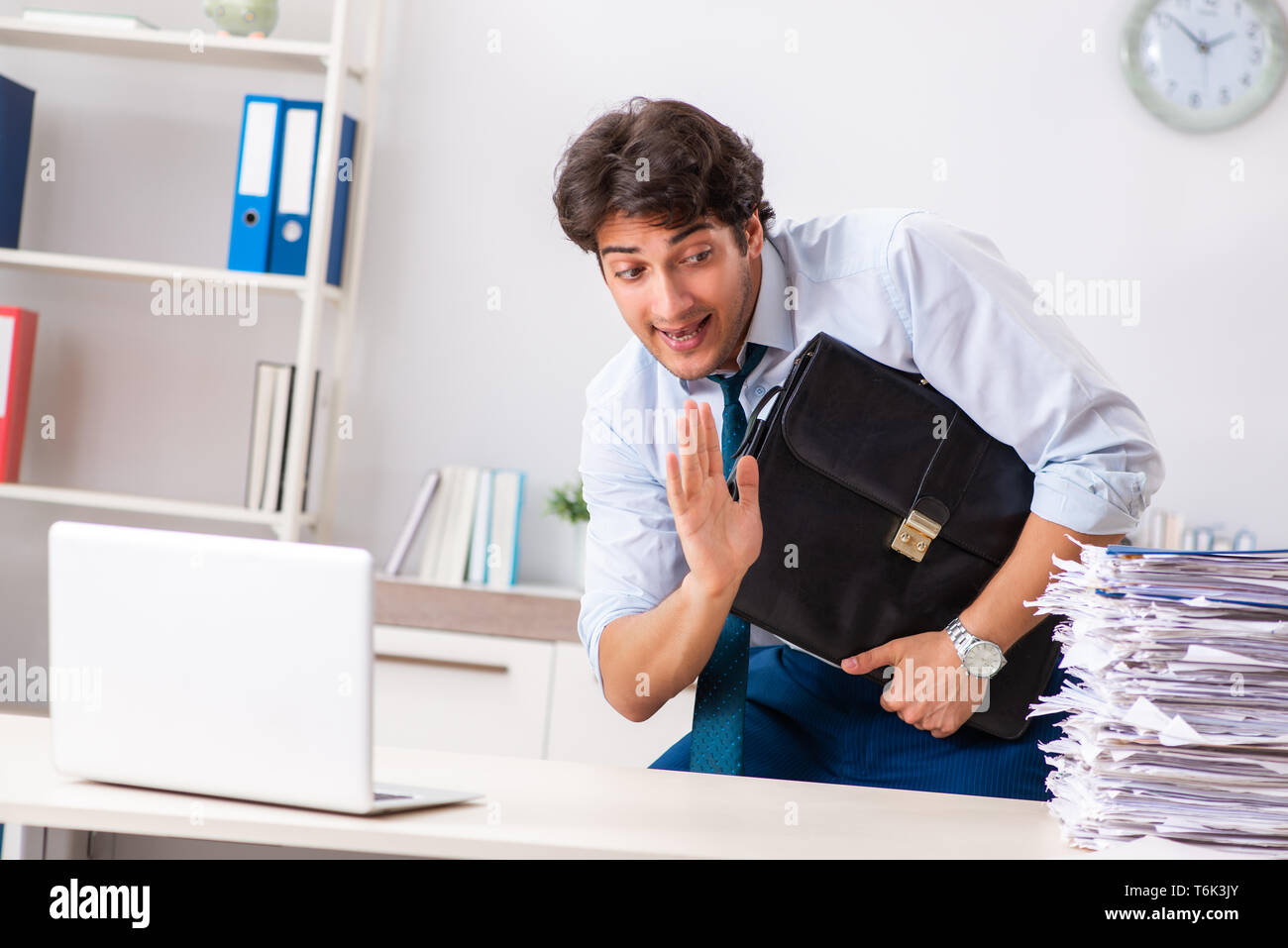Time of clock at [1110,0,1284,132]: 1:51
